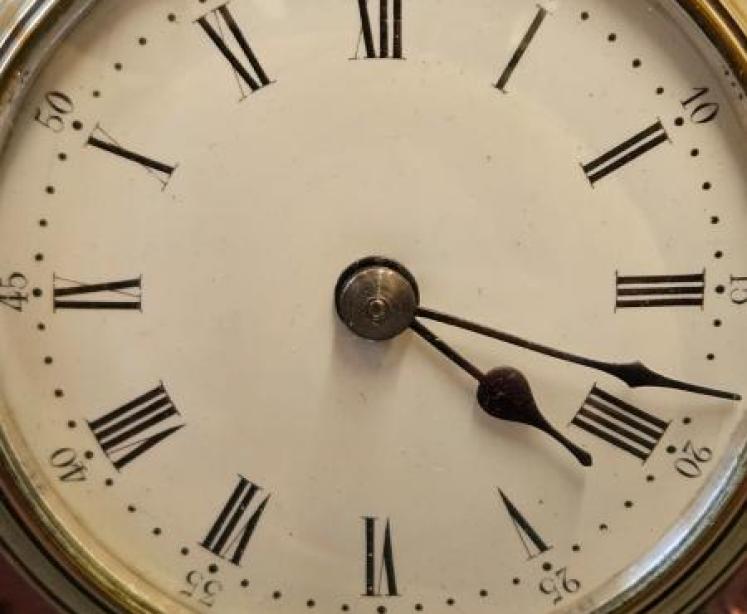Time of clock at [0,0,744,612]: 4:17
